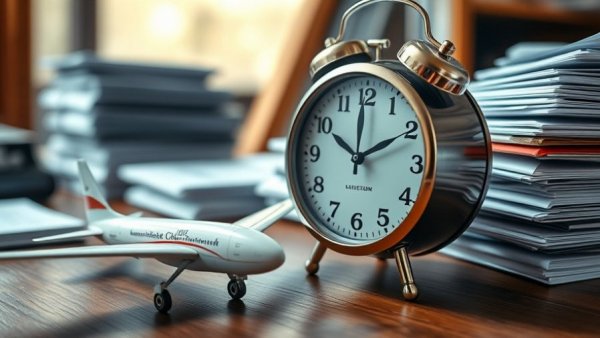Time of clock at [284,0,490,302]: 2:00
